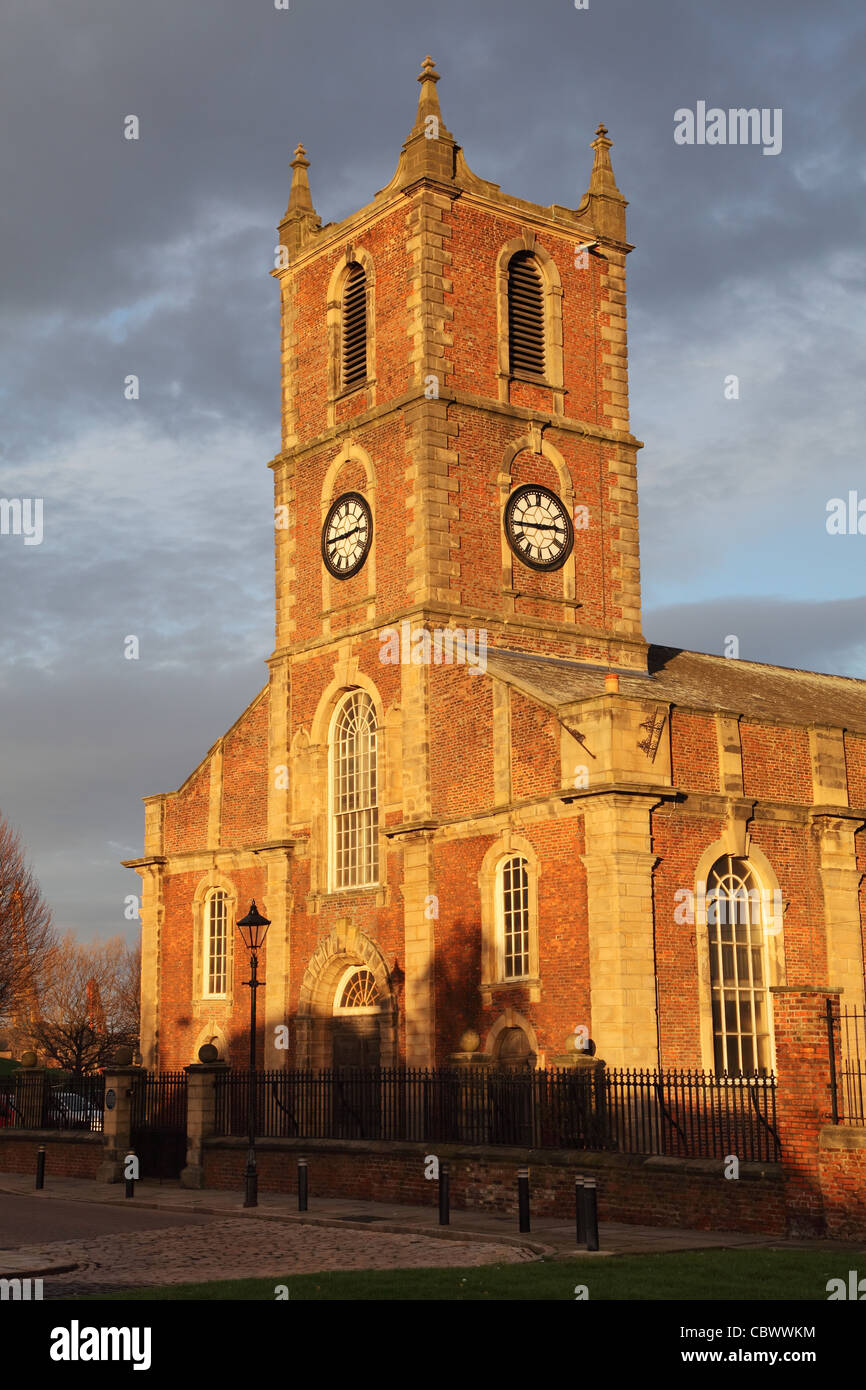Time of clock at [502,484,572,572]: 2:45
